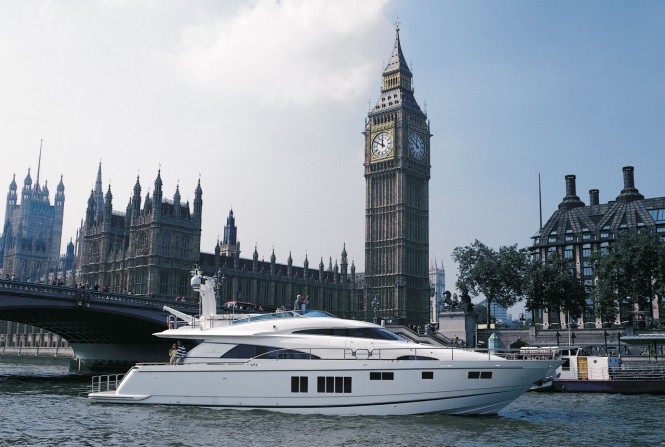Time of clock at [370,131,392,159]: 11:49
